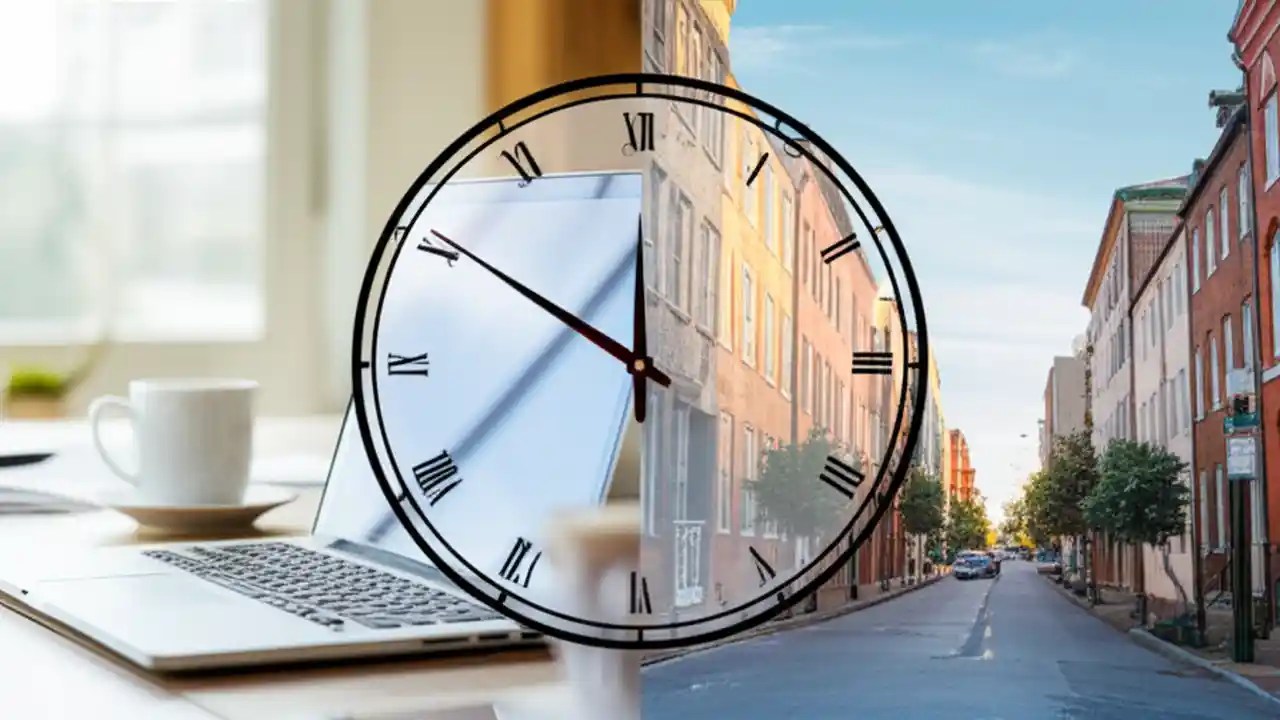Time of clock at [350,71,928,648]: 11:50
